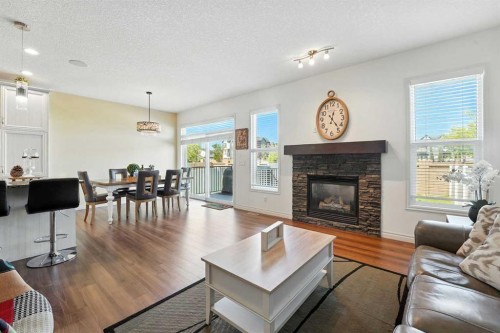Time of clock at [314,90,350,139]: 12:23
